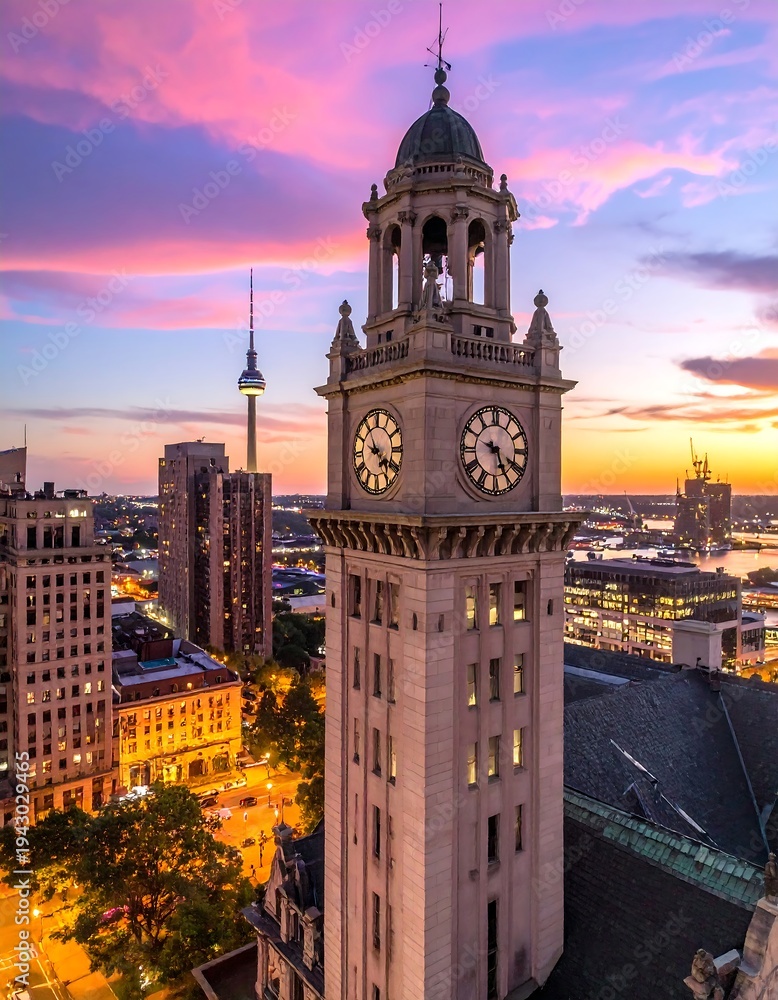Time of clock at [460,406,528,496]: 9:25
